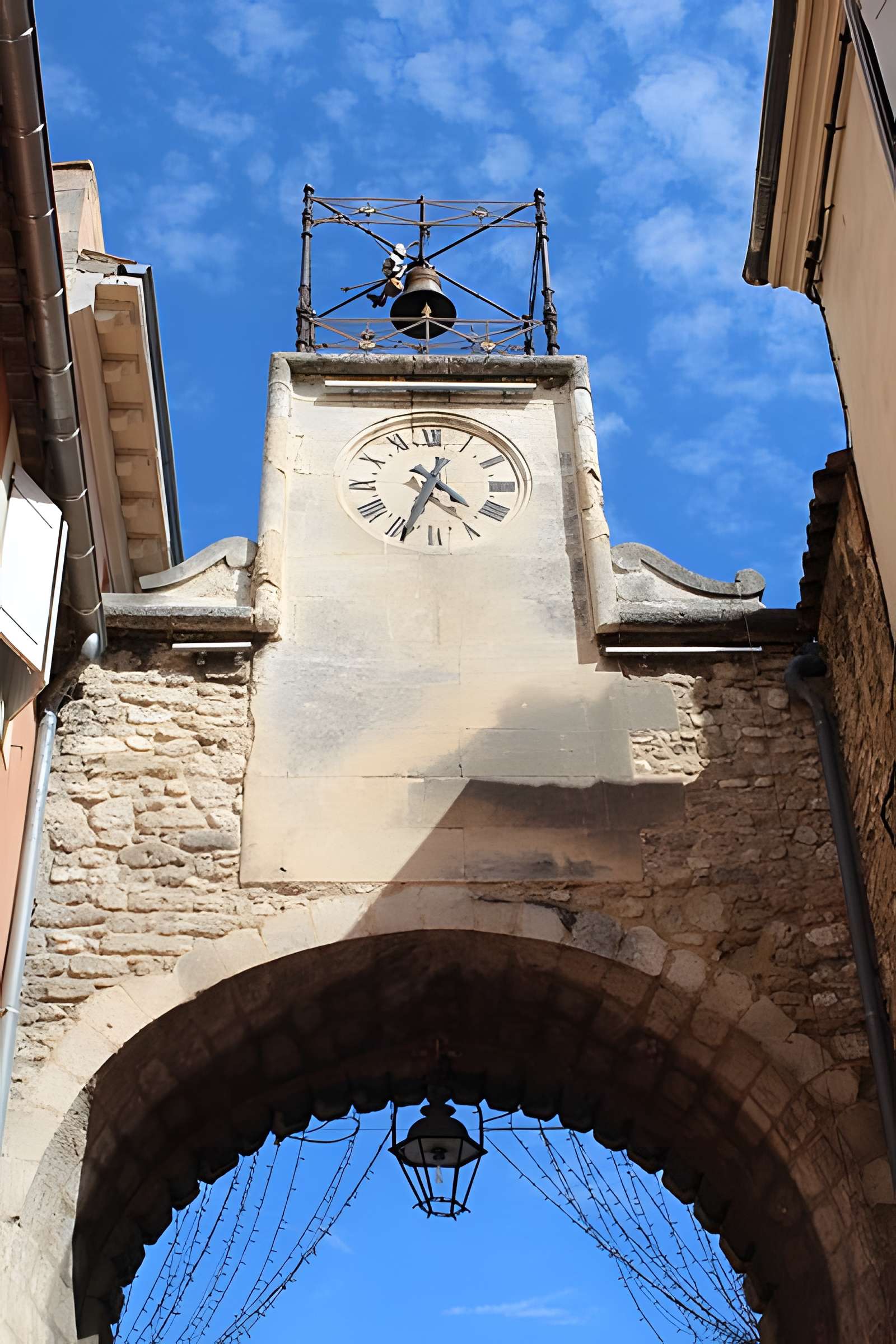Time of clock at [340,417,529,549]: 4:33
